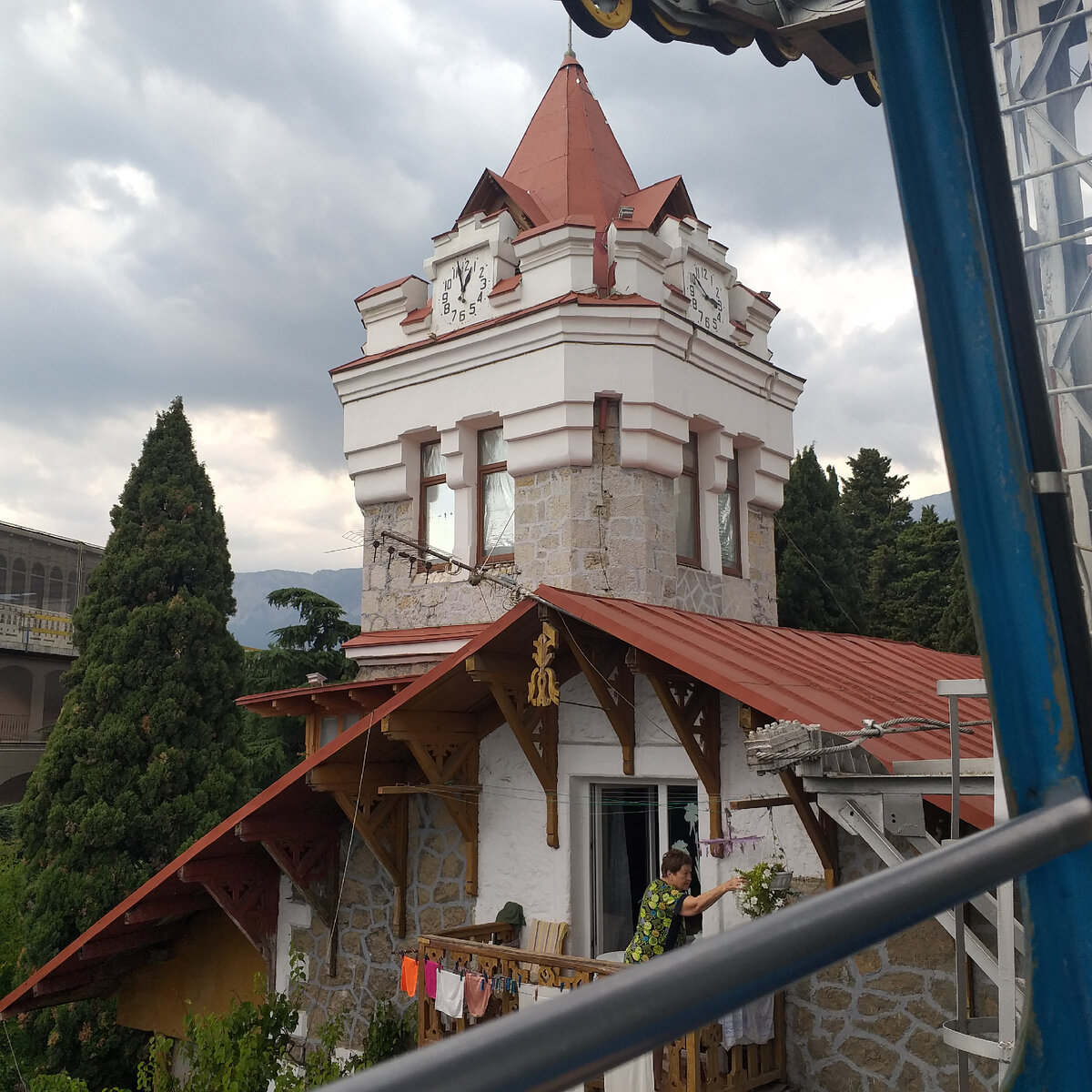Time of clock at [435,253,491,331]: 12:57
